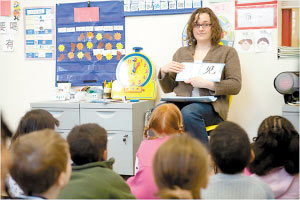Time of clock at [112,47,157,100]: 1:00
